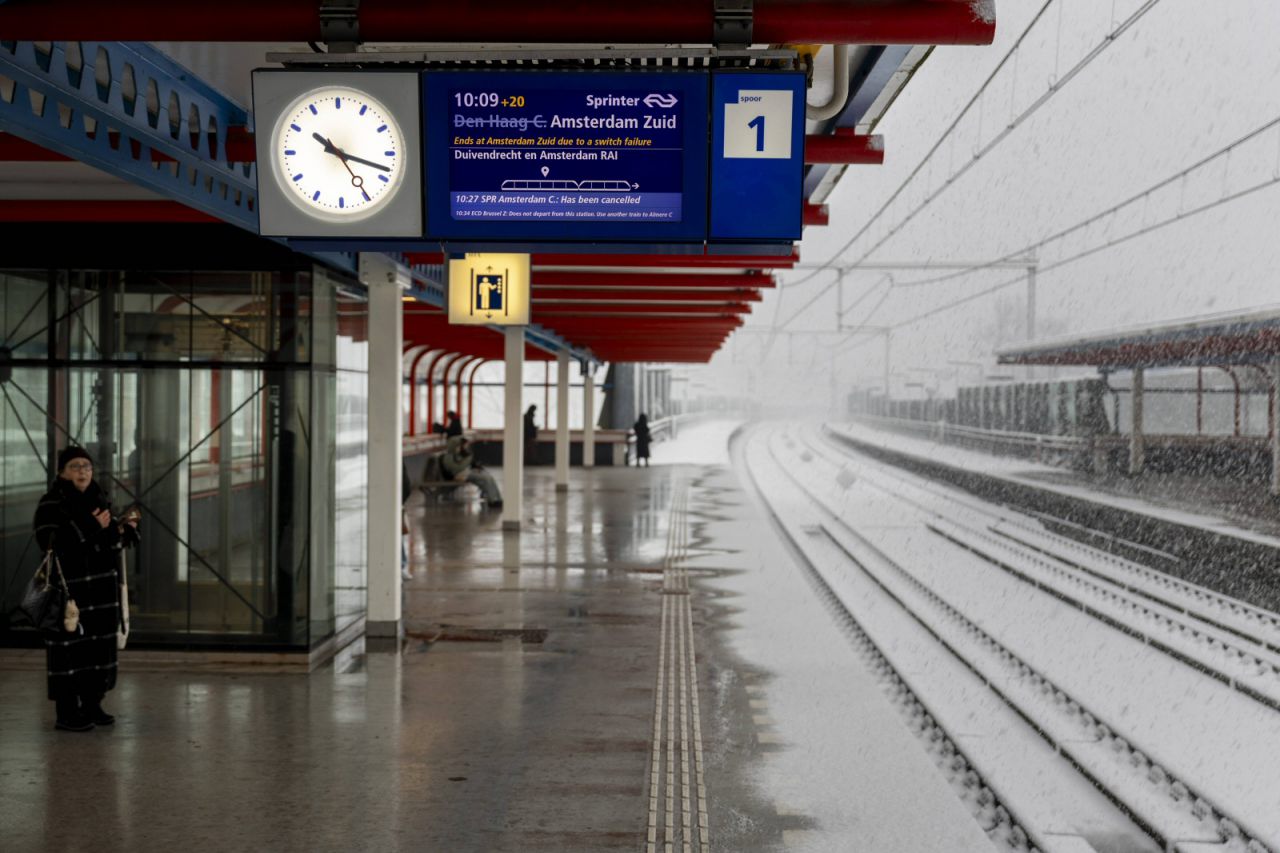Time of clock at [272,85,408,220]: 10:18
